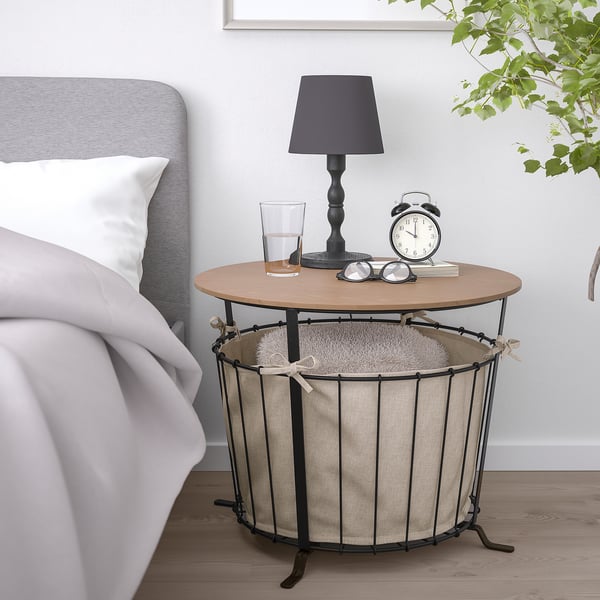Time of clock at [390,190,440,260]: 10:00
